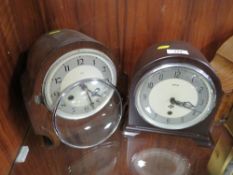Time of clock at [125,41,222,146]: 3:18
